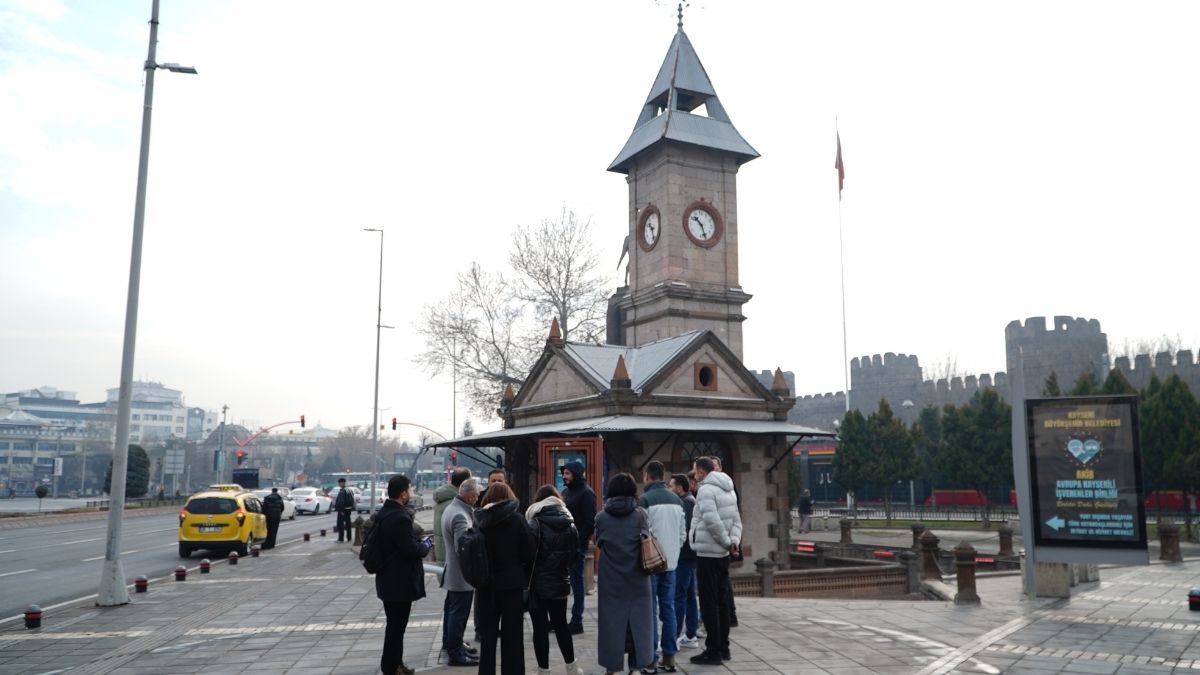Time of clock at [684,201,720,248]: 10:26
